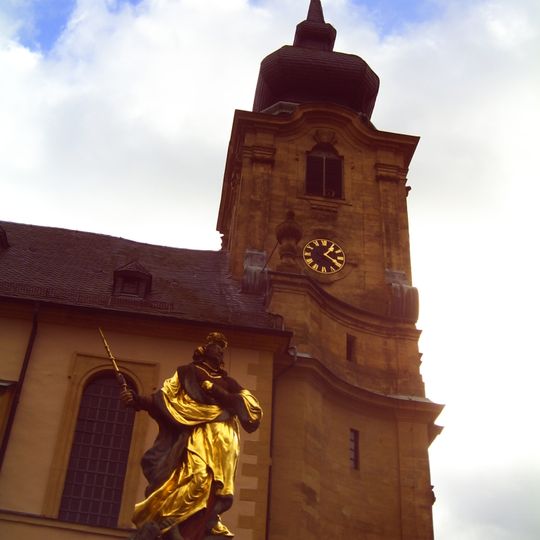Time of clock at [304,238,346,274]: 1:20
